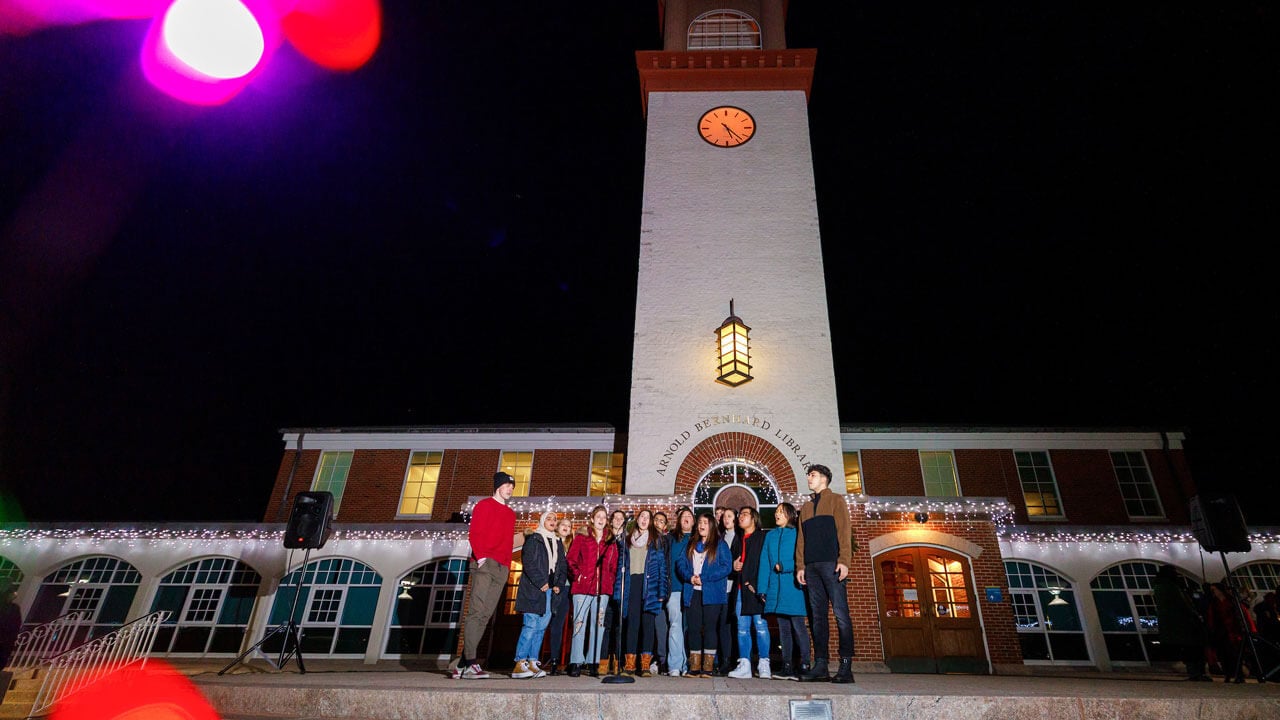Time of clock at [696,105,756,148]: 5:23
